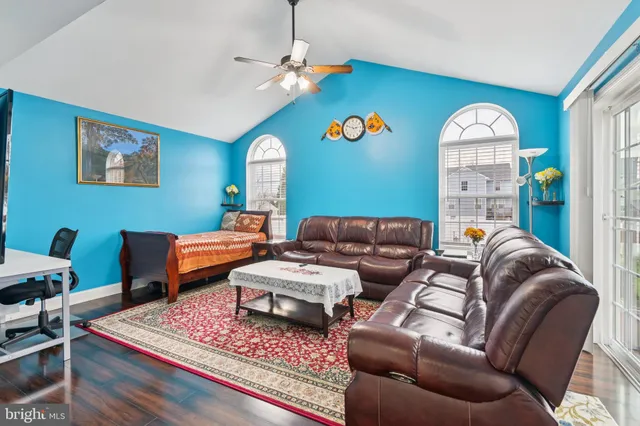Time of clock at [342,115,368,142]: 2:48
